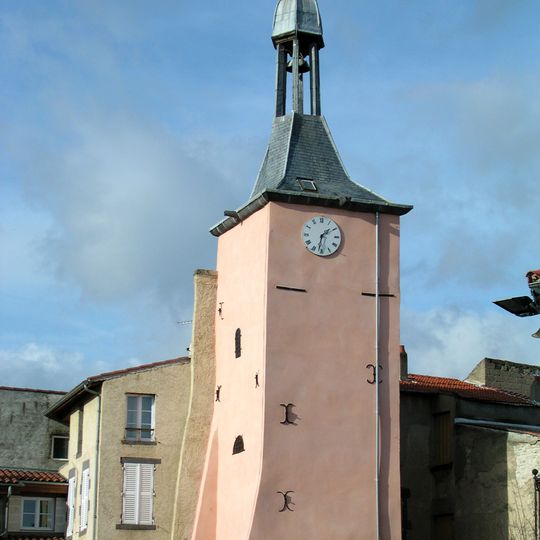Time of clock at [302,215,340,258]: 1:32
